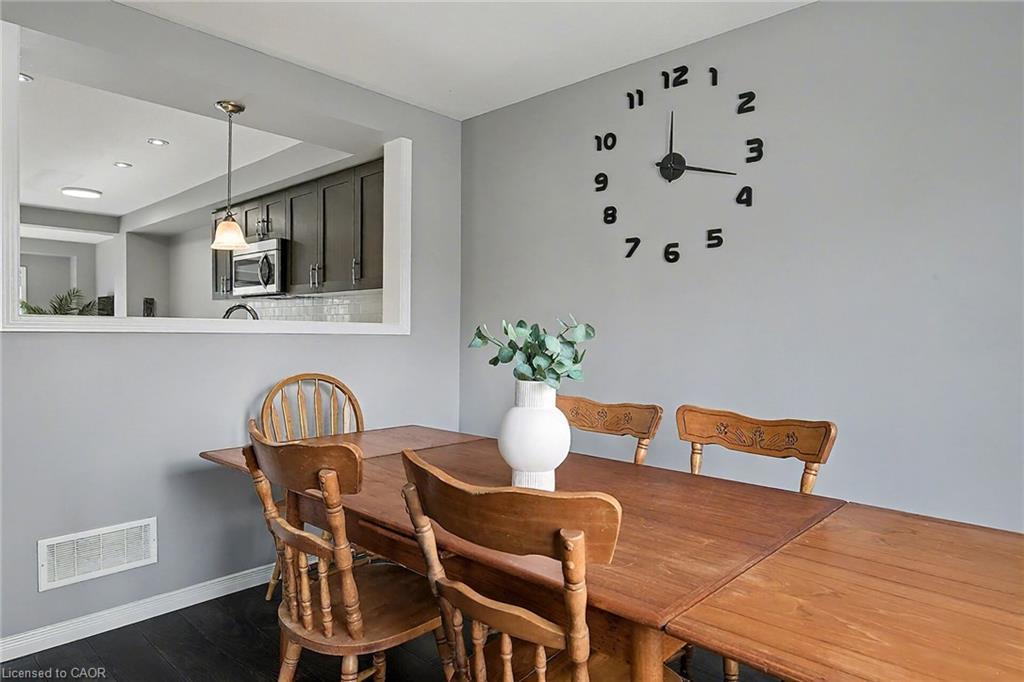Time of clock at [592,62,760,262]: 12:17
